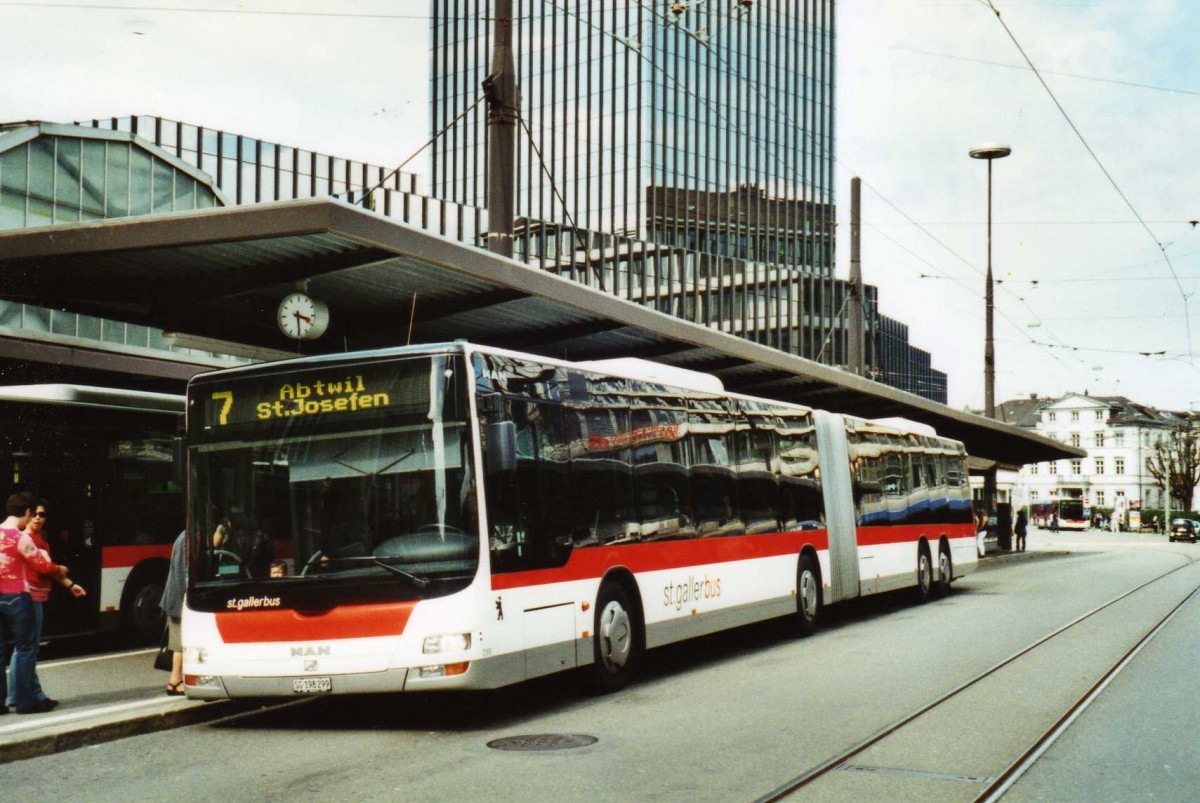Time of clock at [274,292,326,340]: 3:29
